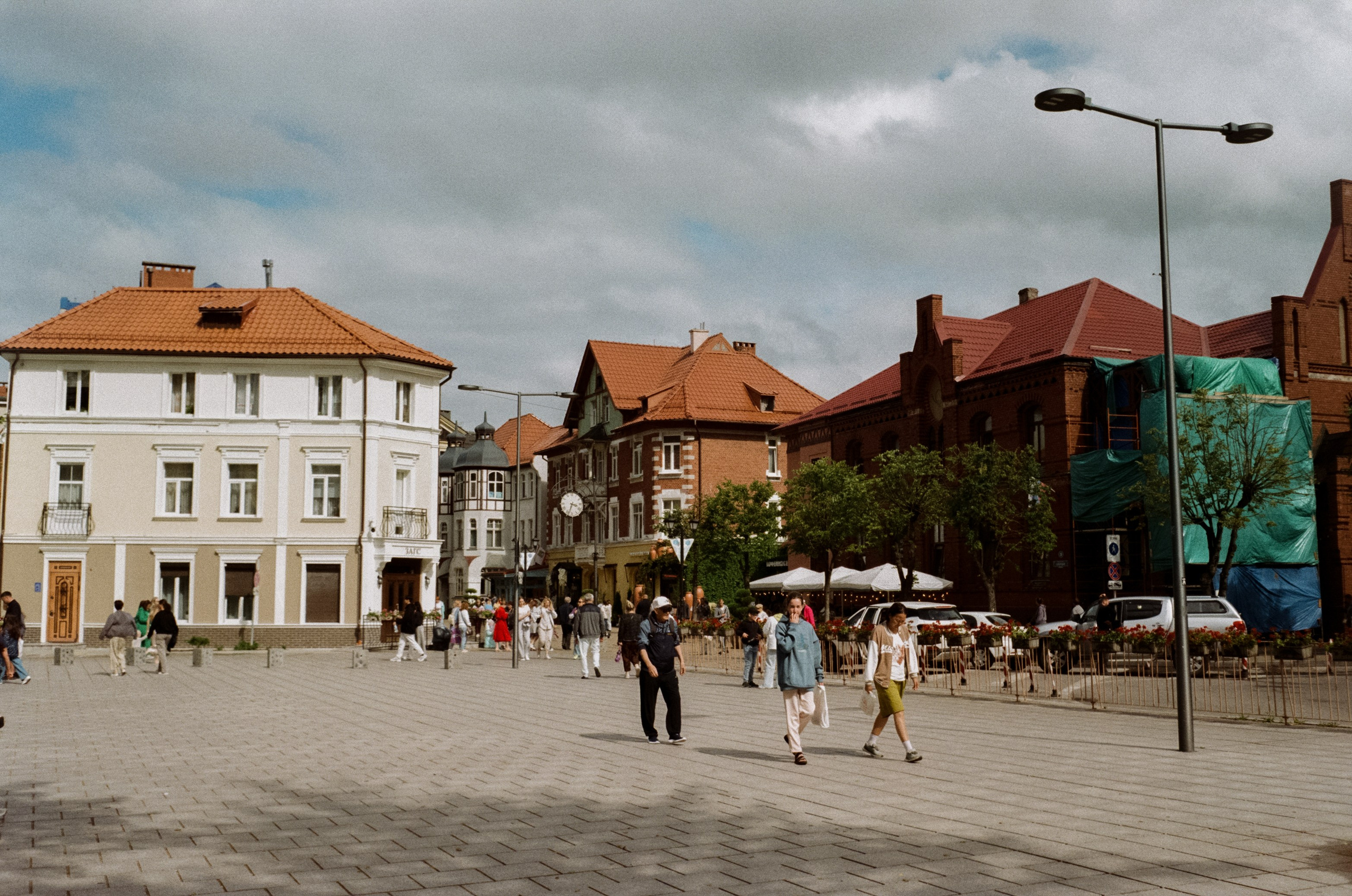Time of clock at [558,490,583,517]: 3:33
